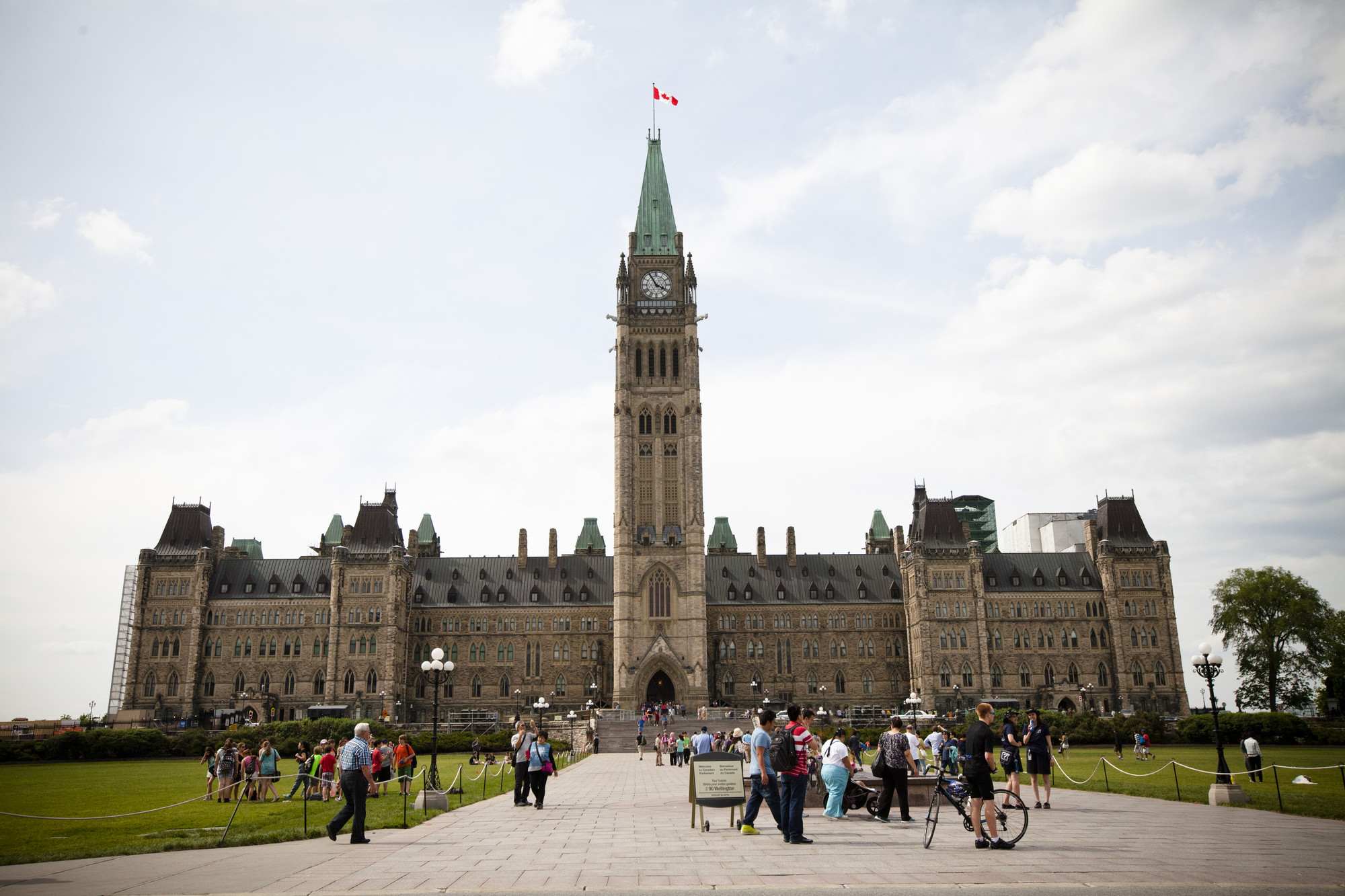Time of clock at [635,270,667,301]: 3:54
